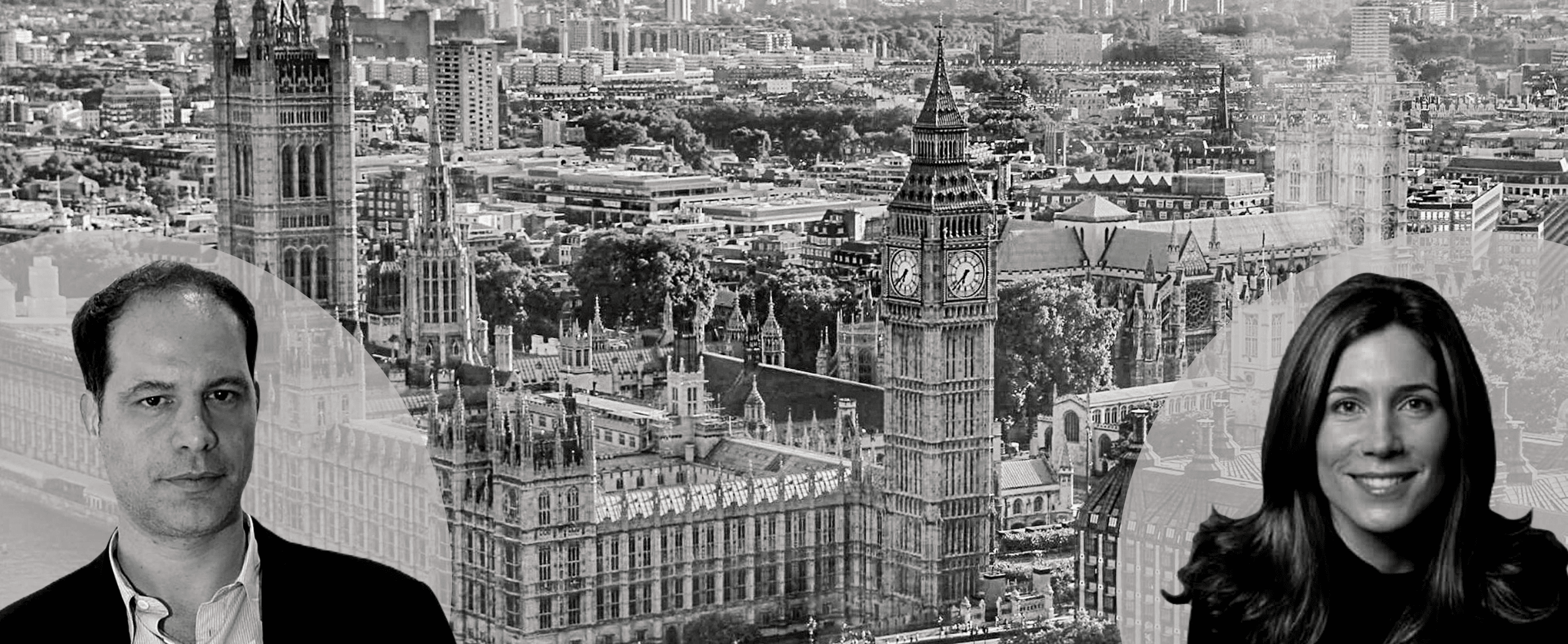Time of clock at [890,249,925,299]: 6:38
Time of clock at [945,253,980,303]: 6:37
